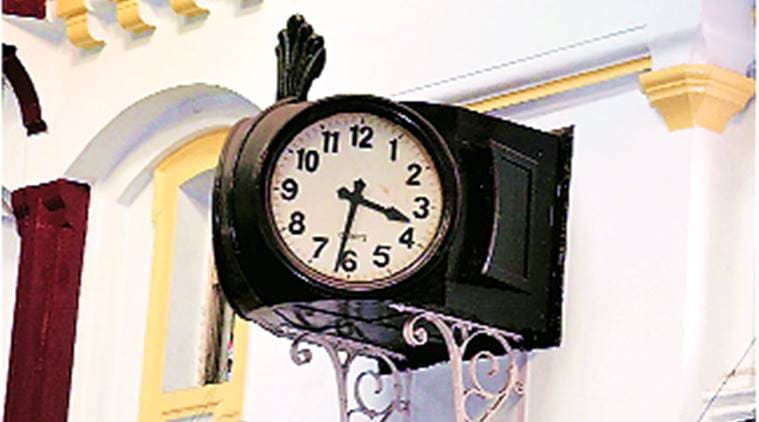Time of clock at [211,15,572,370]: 3:31
